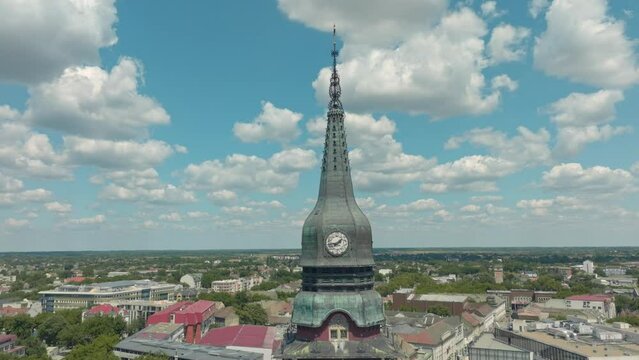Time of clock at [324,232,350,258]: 1:43
